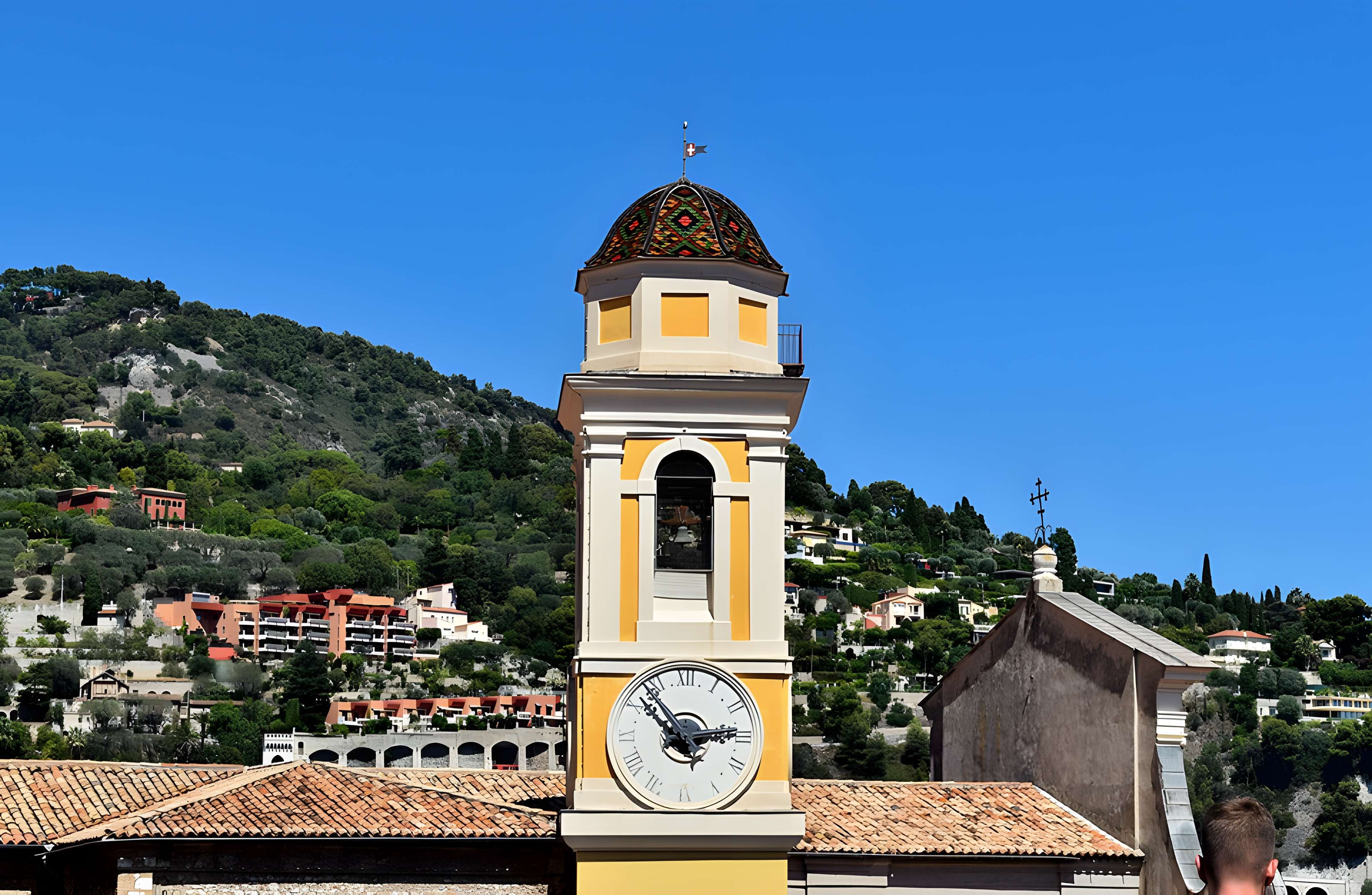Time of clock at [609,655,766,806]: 2:52
